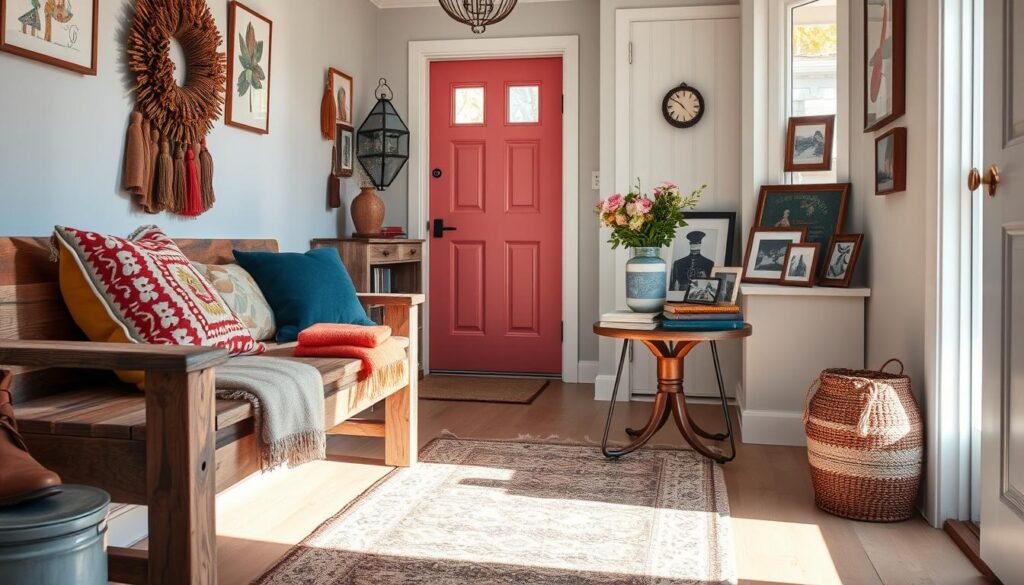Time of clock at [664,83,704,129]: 4:50
